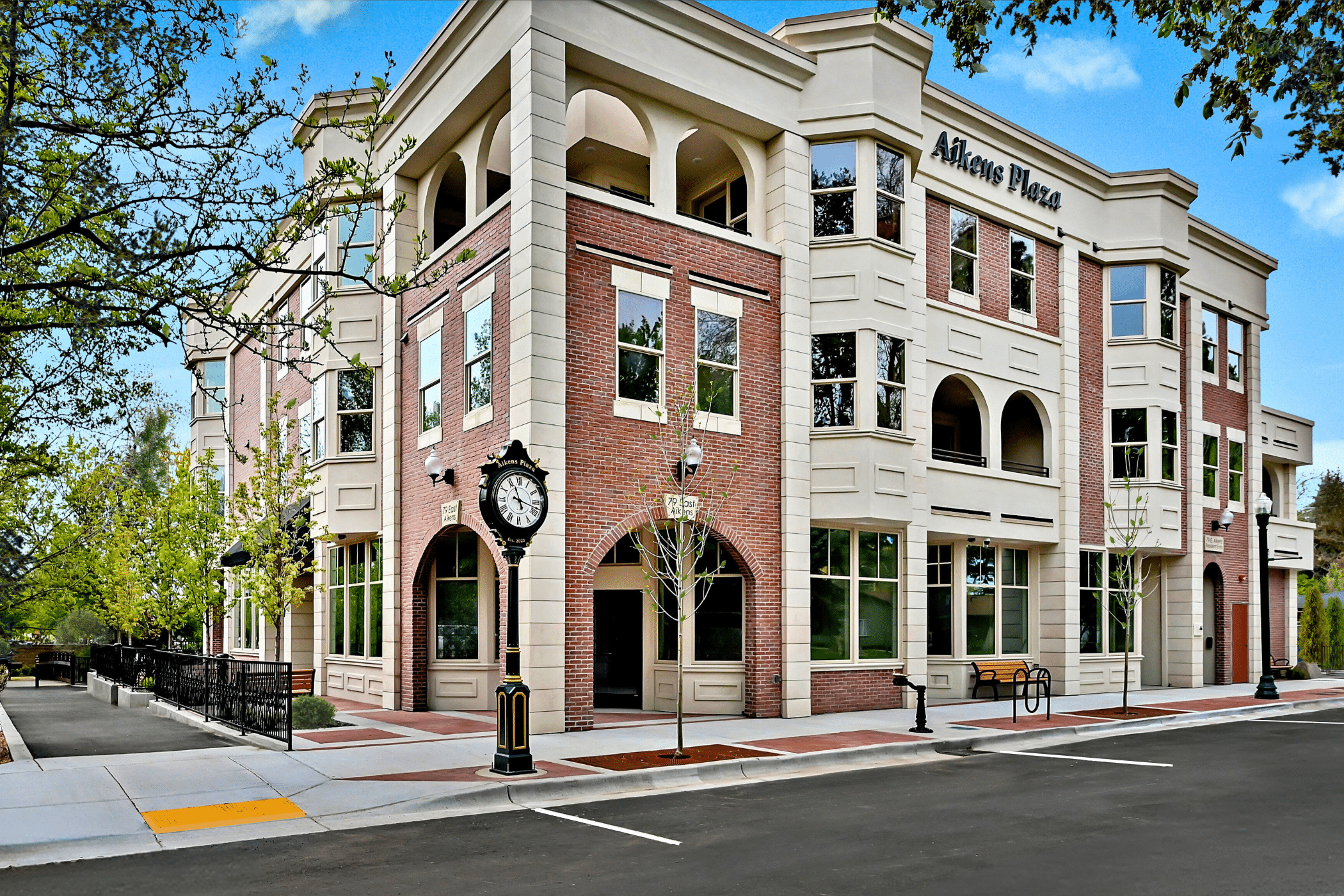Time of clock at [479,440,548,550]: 11:17
